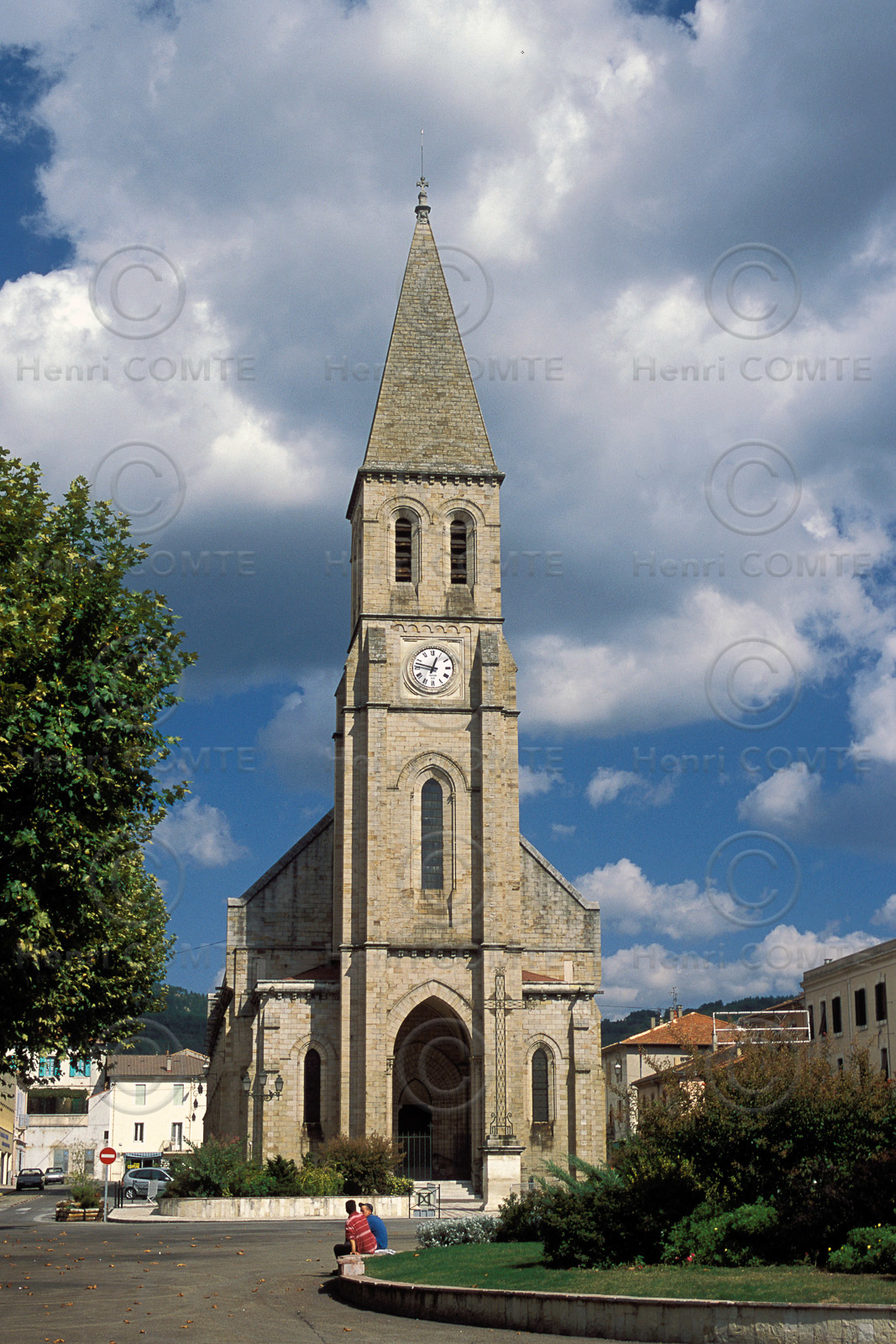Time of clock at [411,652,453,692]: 12:47
